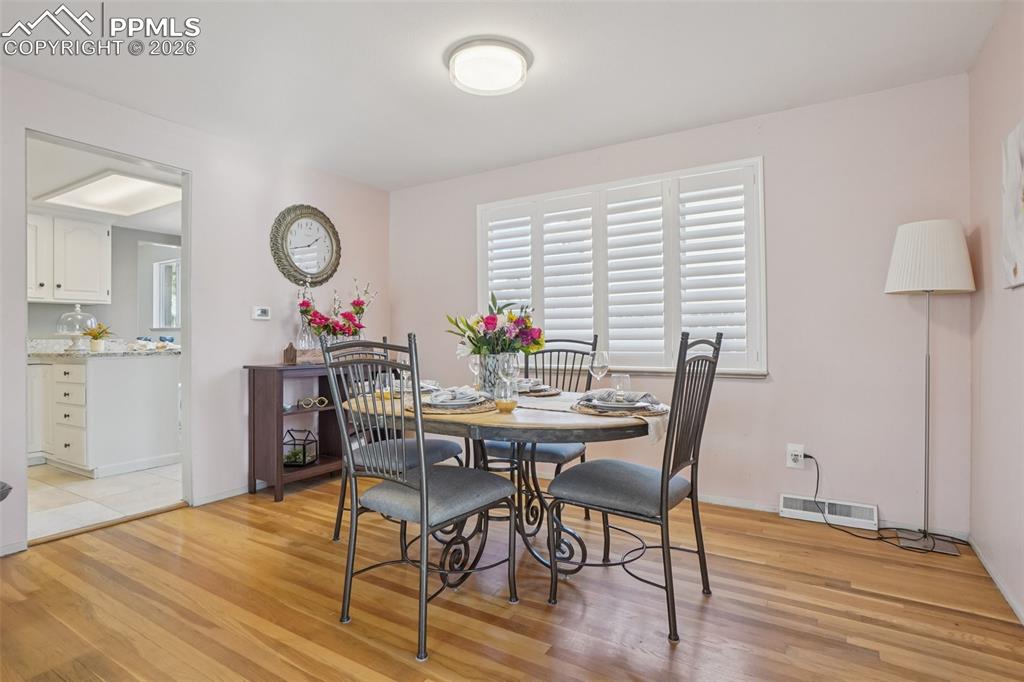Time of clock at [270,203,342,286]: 1:42
